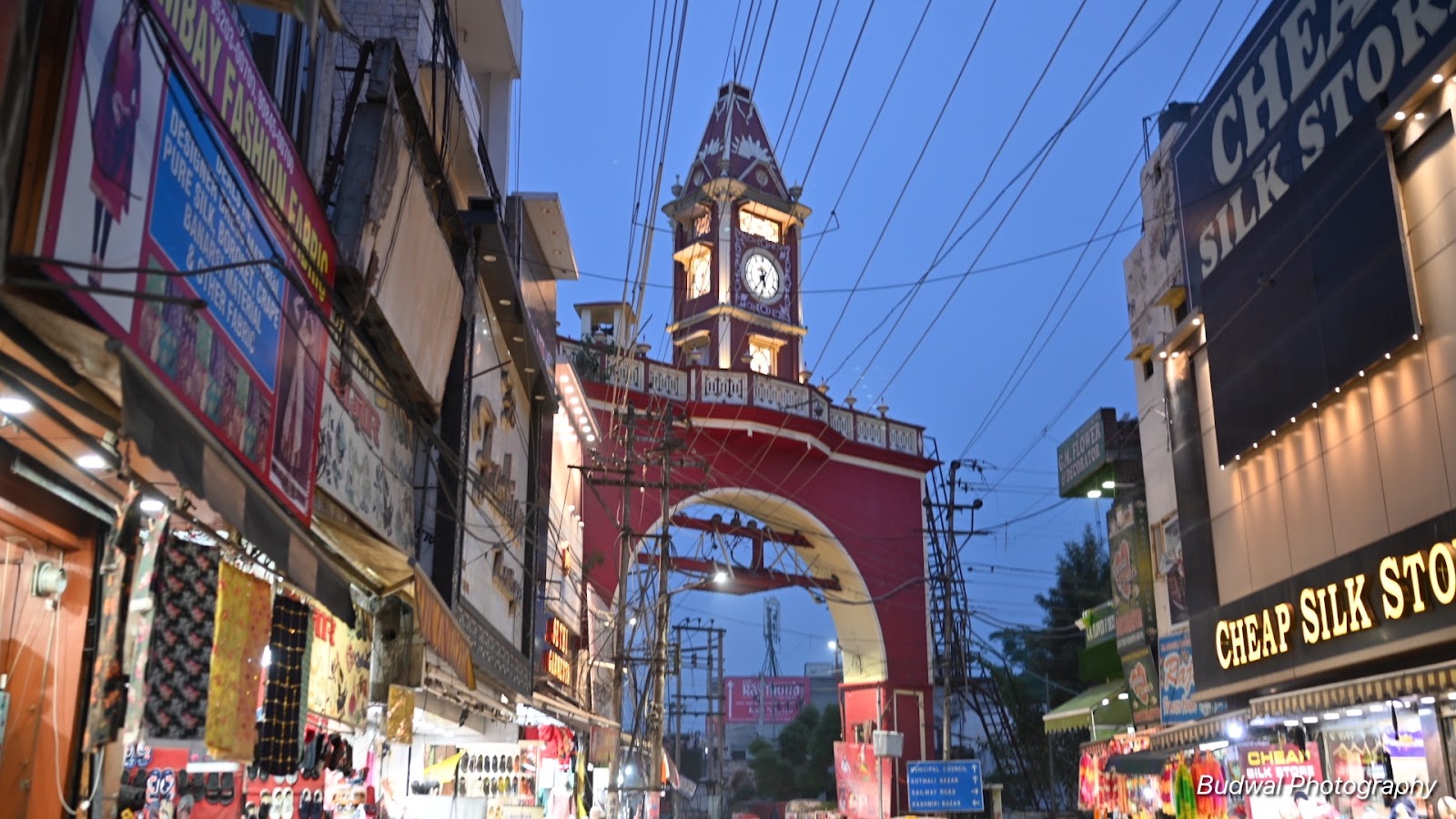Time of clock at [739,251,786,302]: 5:35
